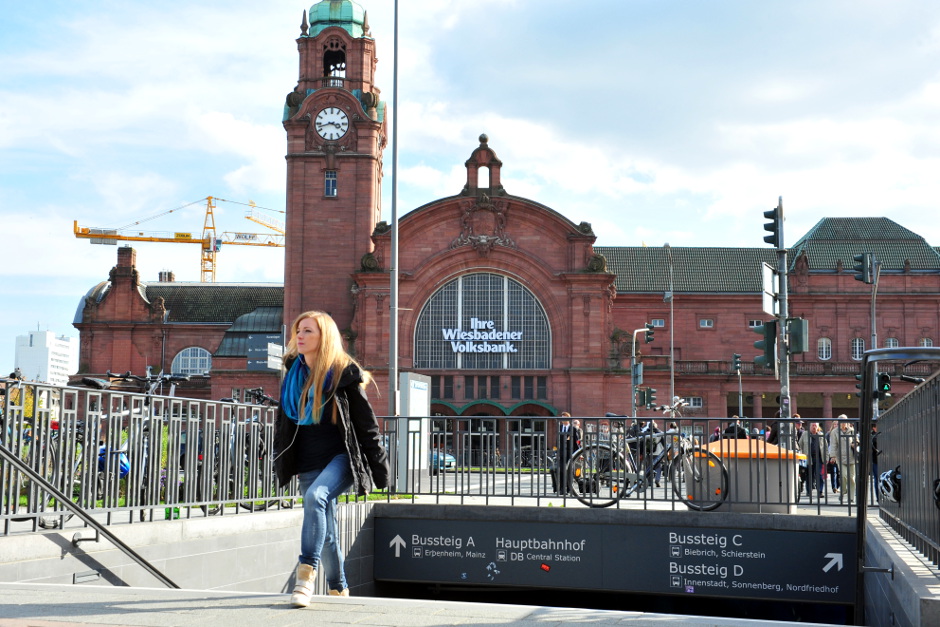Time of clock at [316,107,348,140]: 3:42
